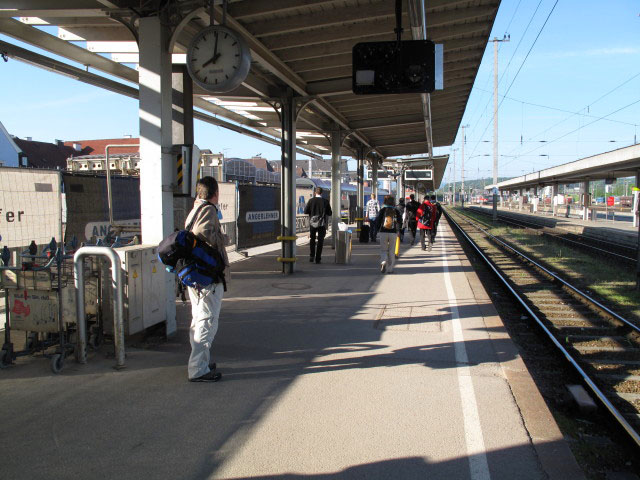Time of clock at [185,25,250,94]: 8:01
